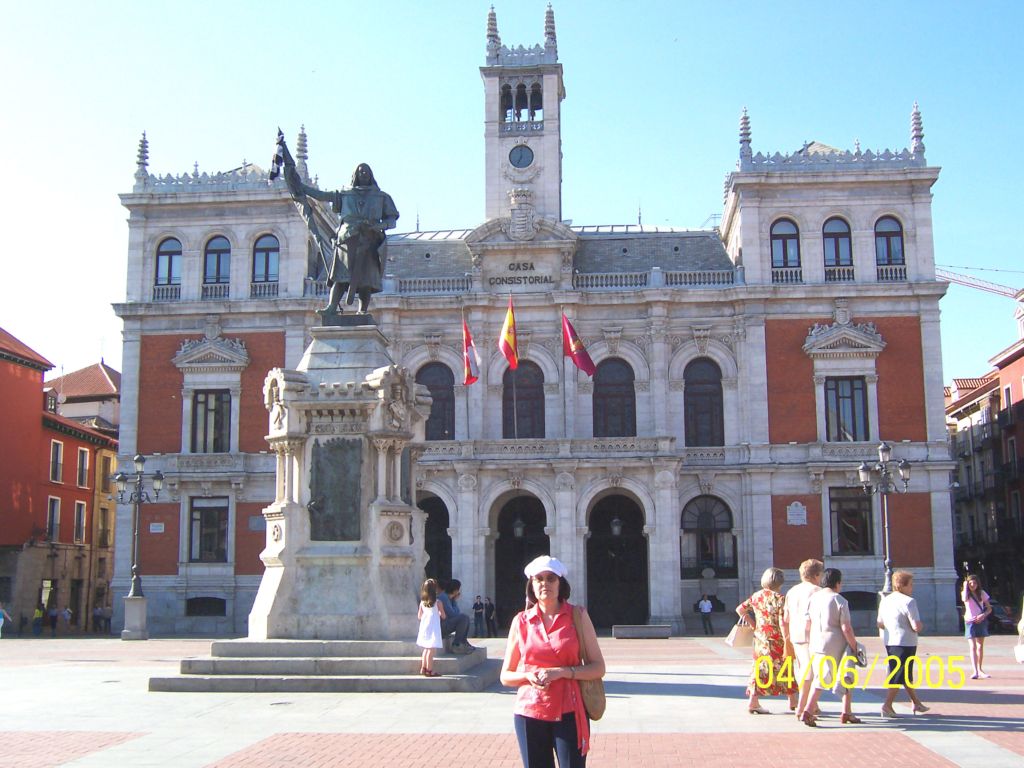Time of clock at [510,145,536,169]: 7:00
